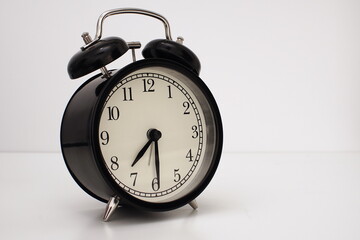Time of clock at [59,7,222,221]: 7:29
